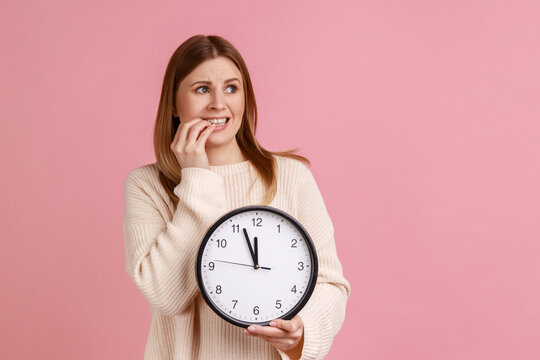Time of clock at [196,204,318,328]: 11:56
